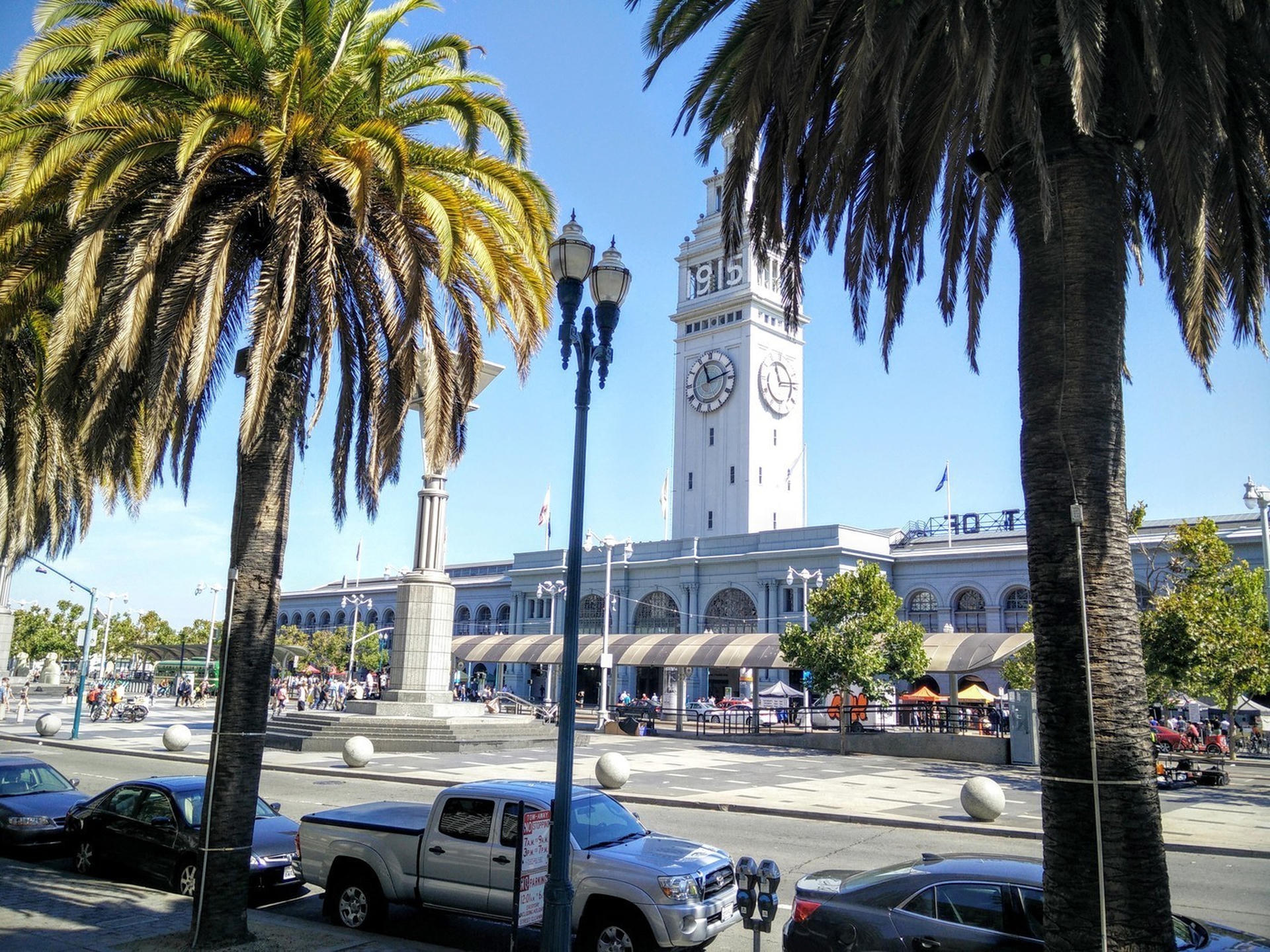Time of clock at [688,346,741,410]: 11:12
